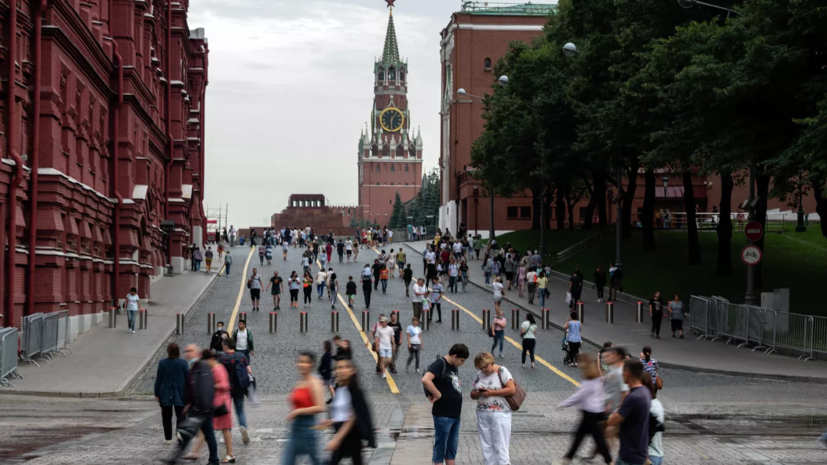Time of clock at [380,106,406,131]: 1:30
